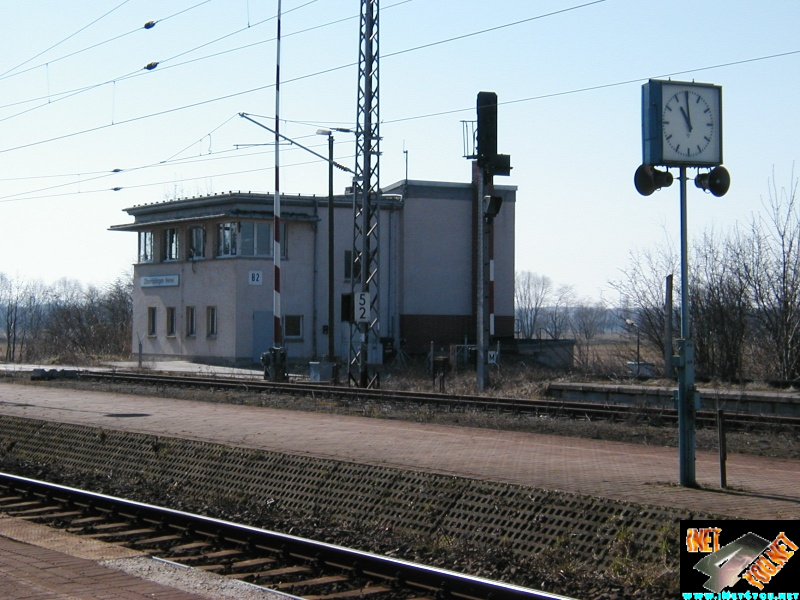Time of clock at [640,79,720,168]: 10:59
